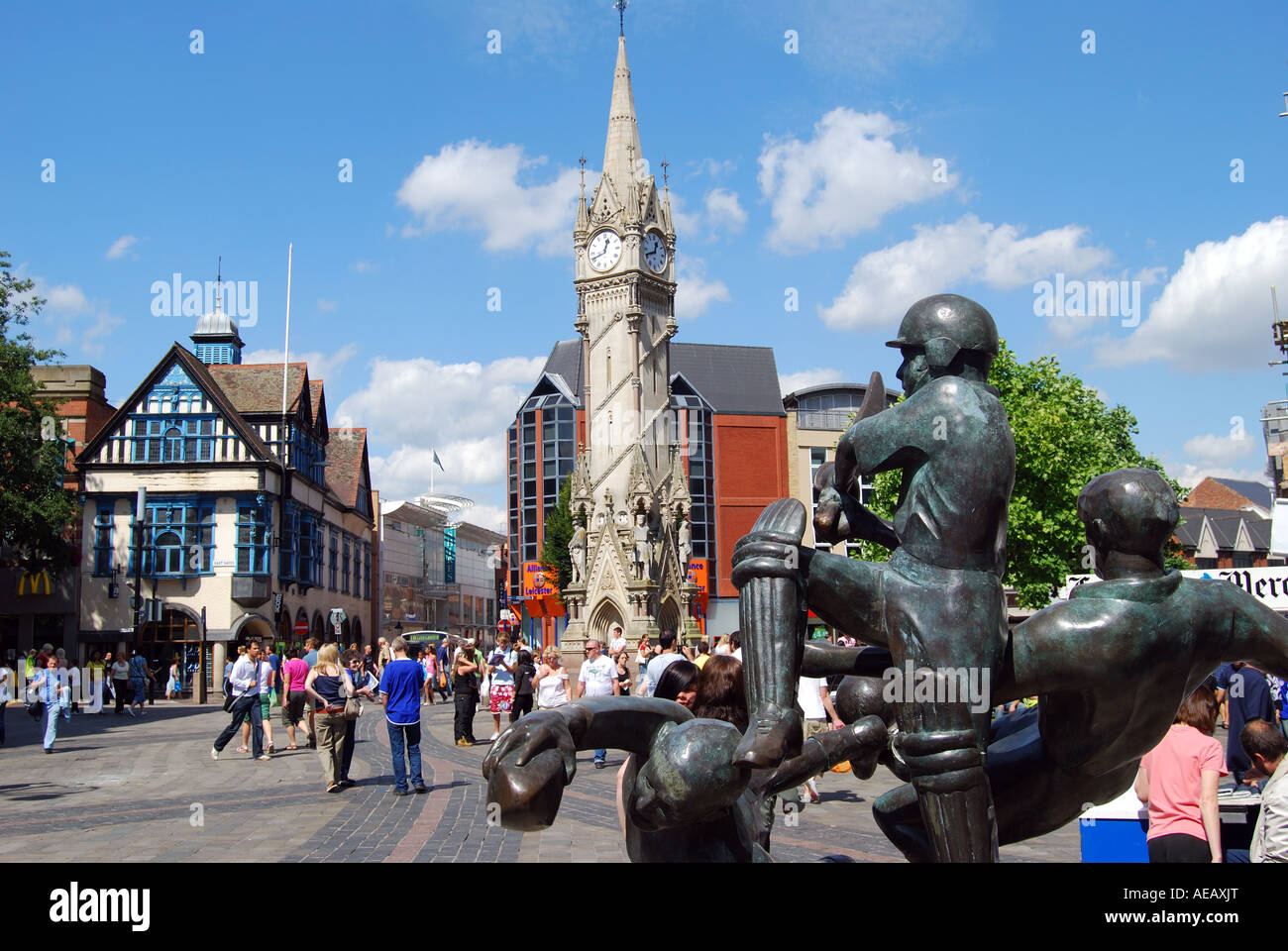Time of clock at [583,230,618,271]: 12:41
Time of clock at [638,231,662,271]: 12:41
